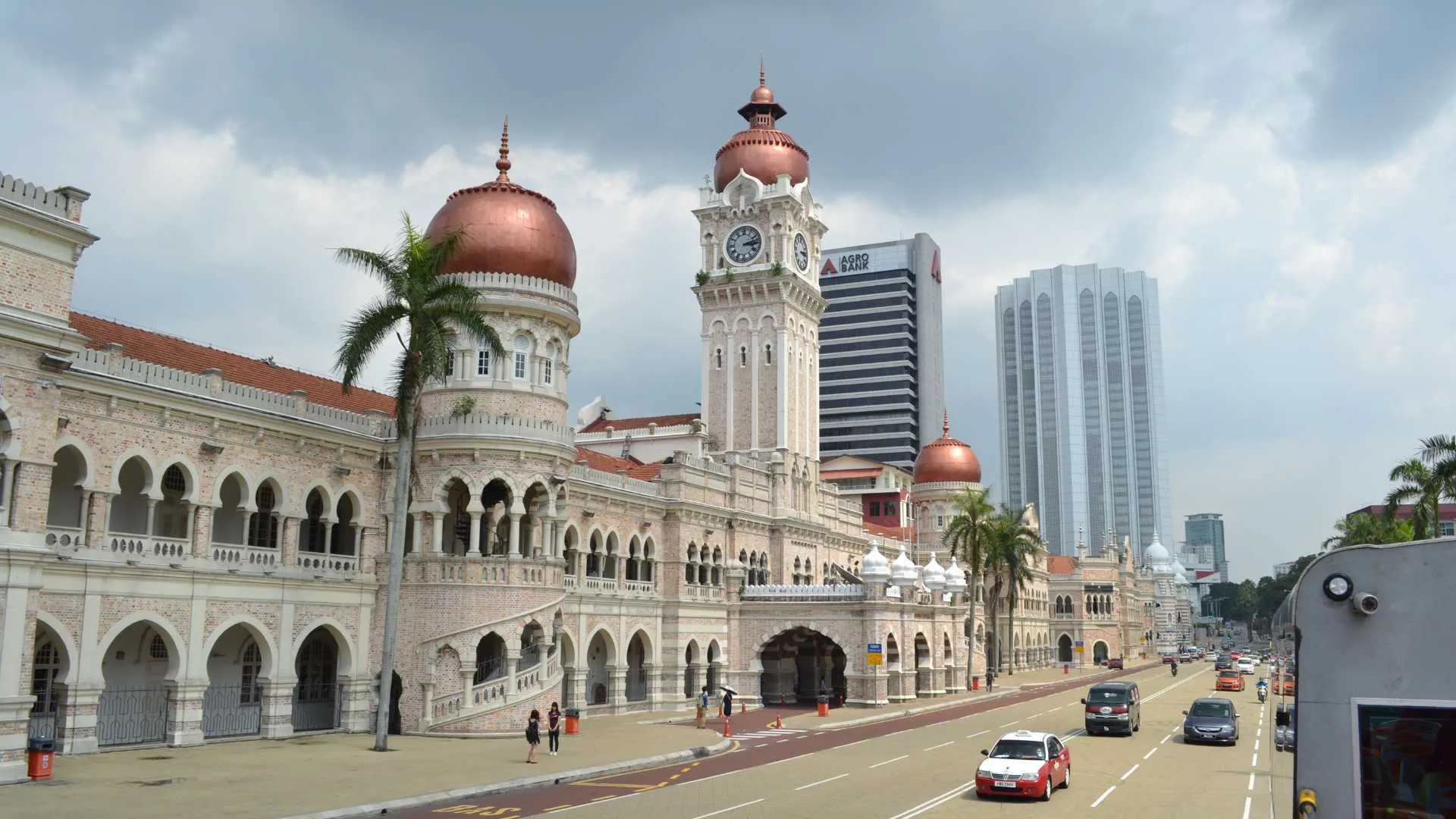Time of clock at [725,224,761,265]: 3:12
